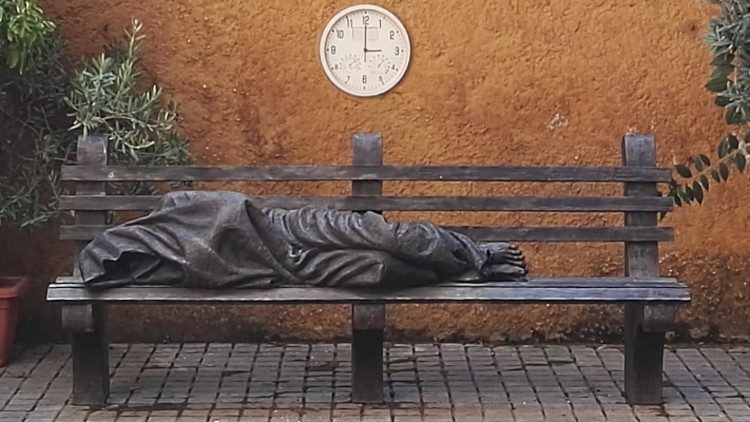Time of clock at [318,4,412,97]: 3:00
